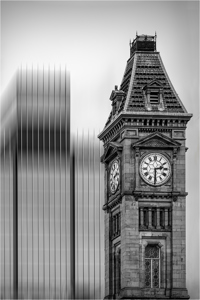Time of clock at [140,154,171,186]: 2:30
